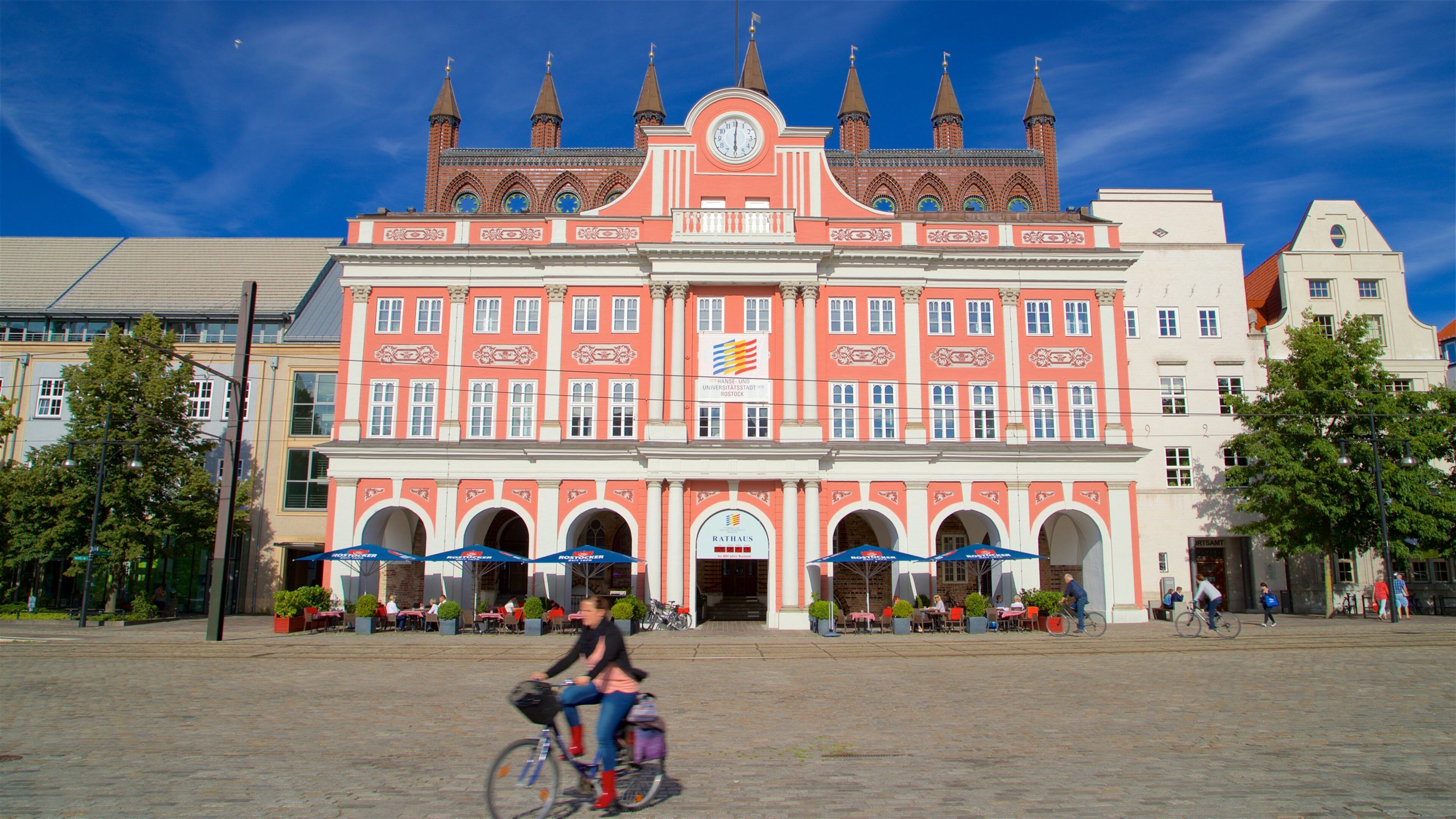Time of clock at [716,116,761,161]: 6:00
